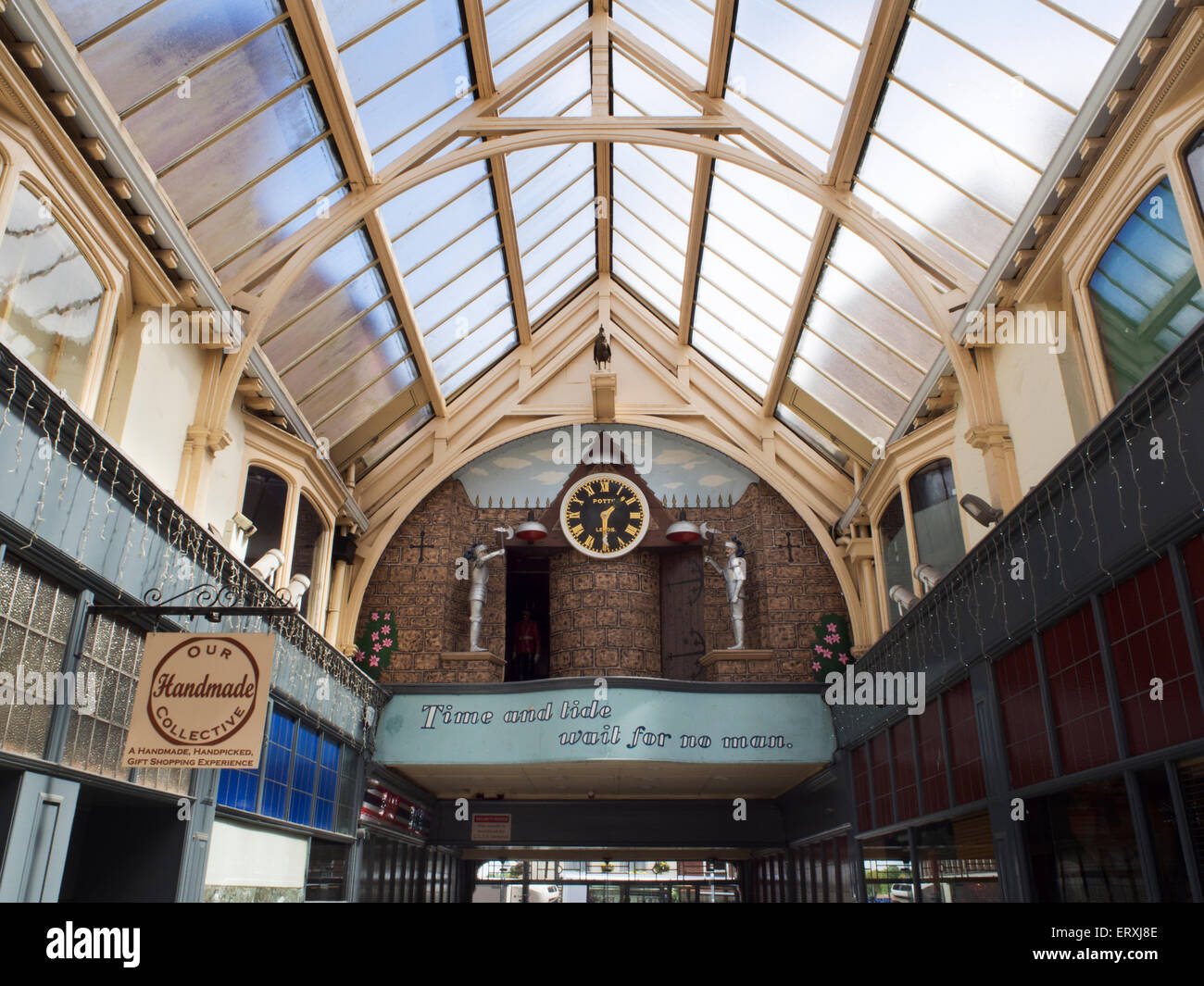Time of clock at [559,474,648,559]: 1:30
